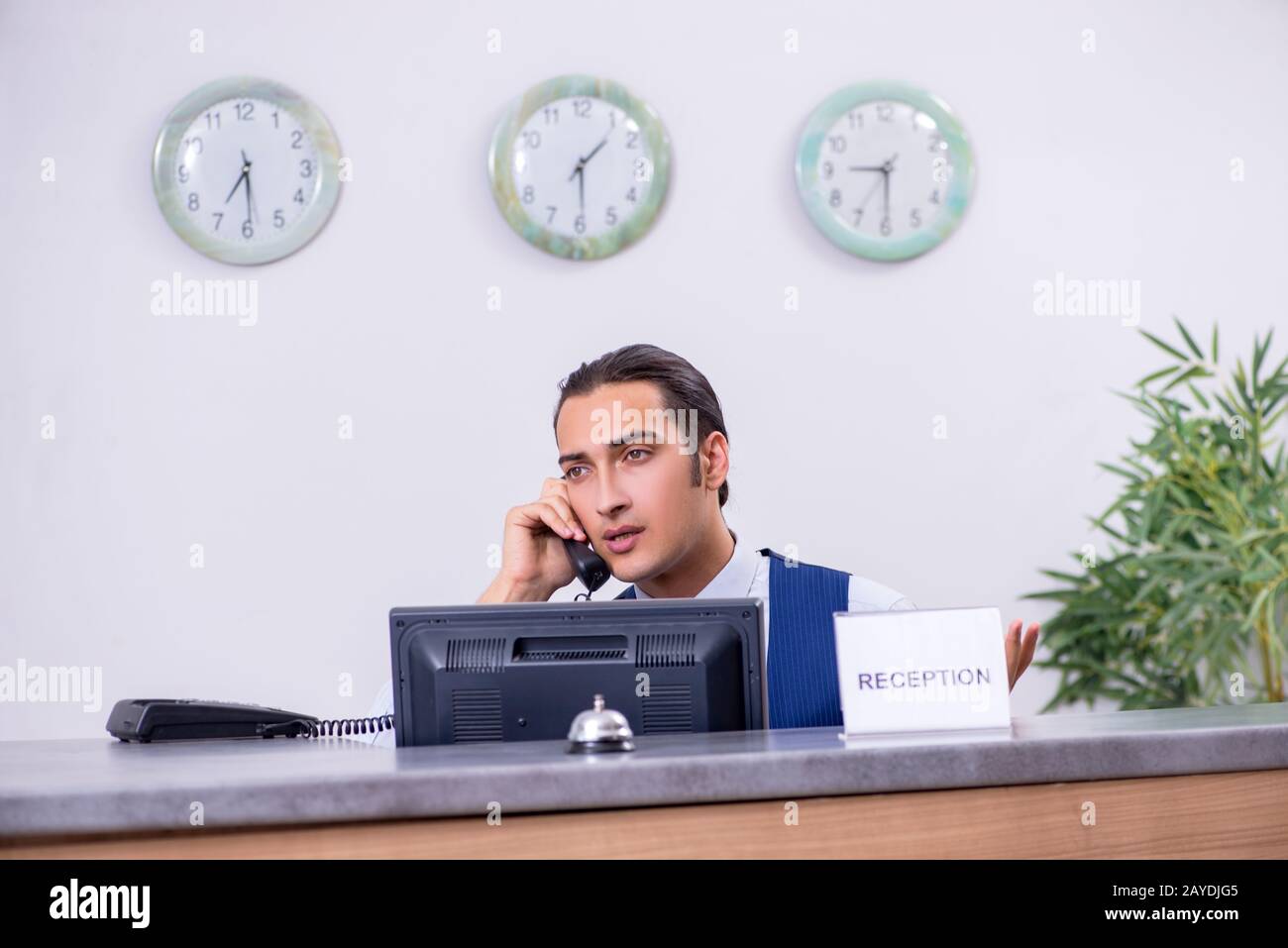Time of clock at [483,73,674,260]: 1:29
